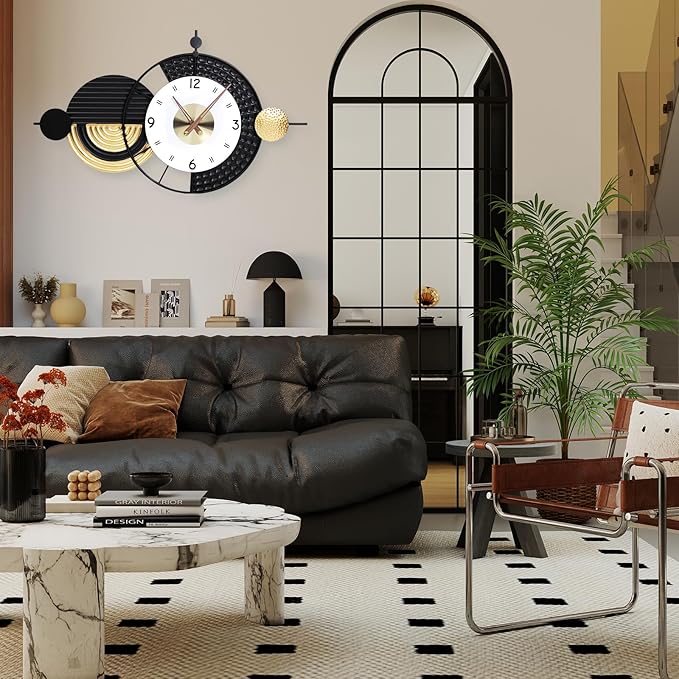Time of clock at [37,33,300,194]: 3:06
